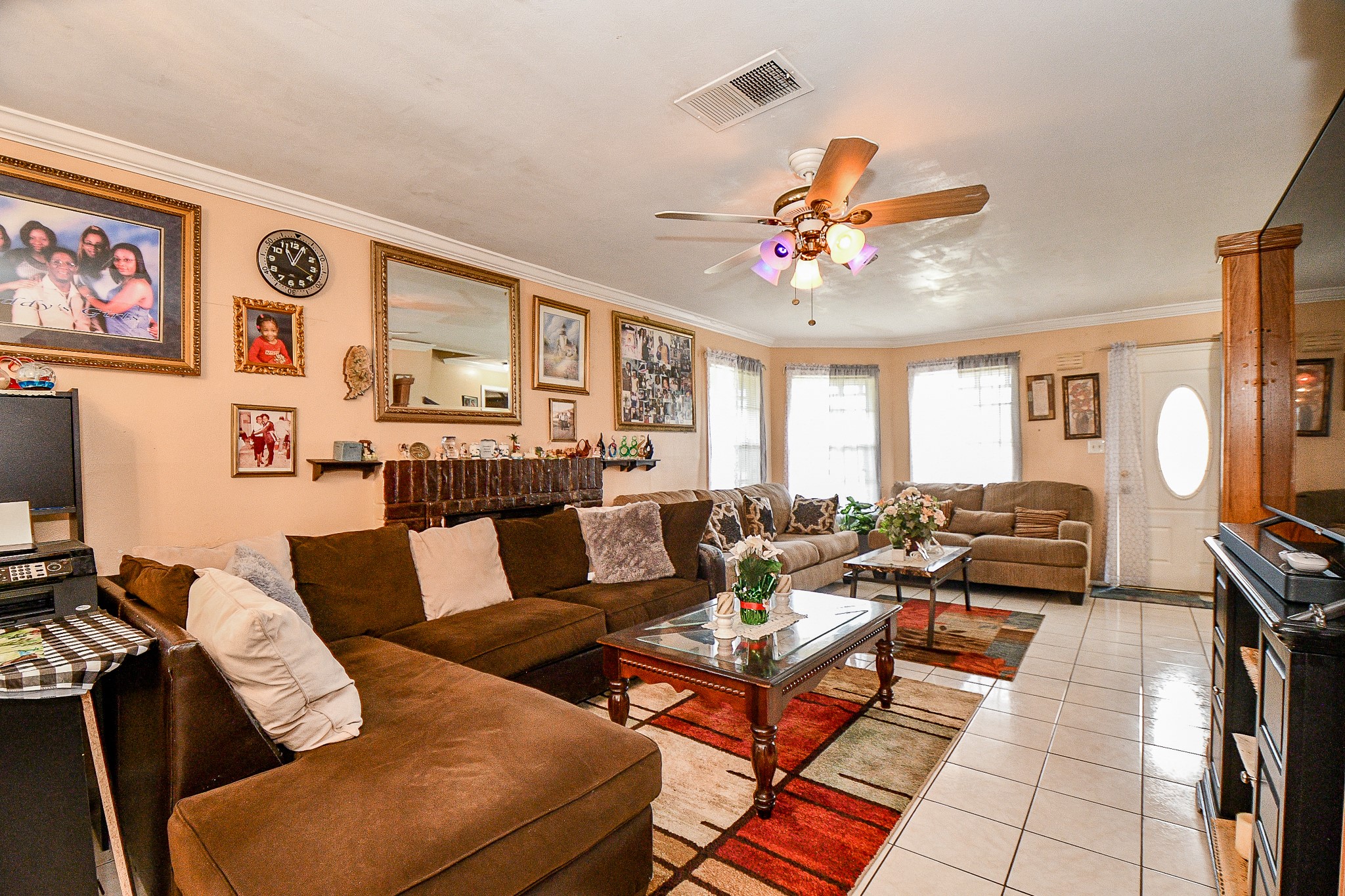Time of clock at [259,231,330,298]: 11:03
